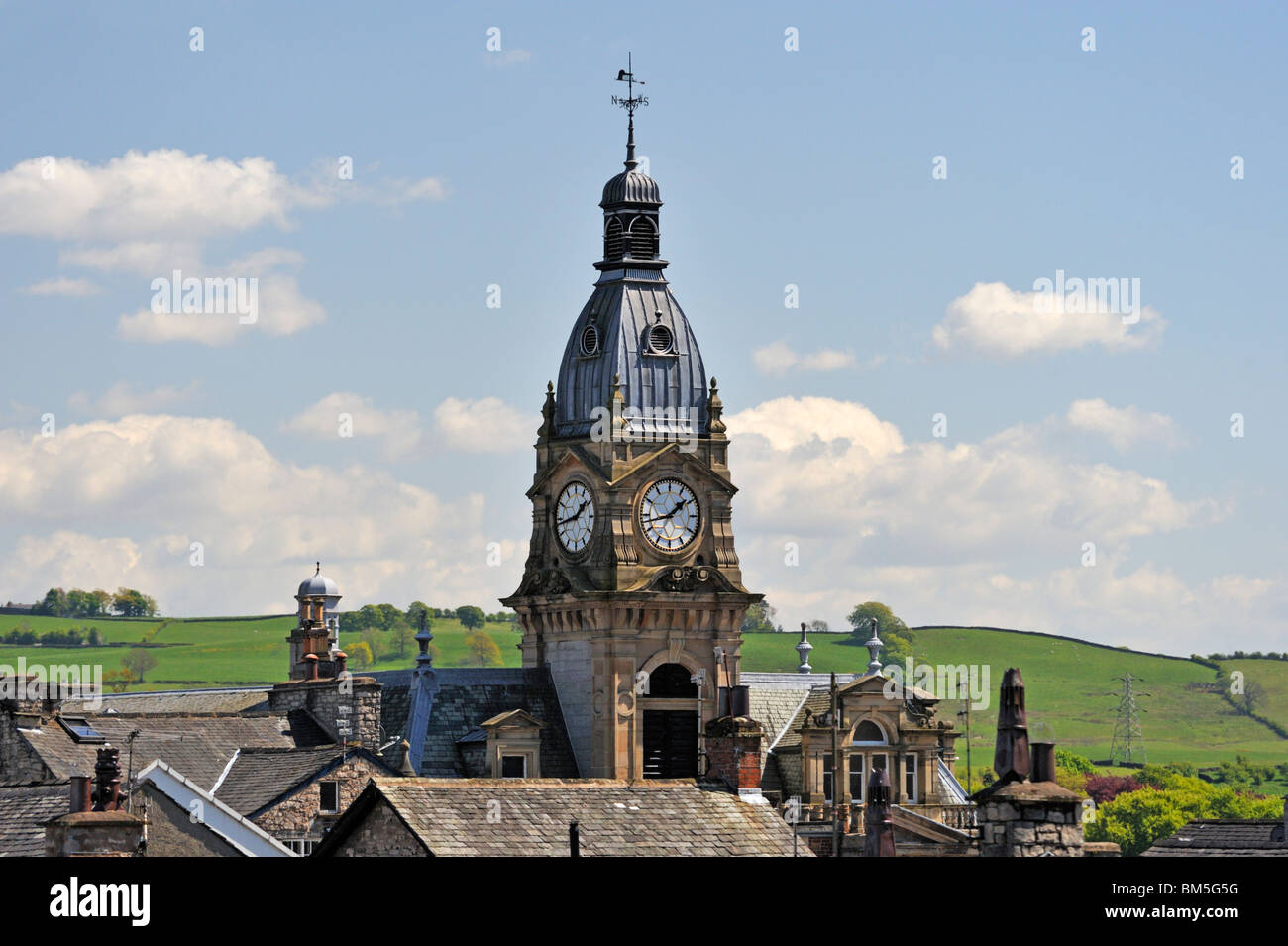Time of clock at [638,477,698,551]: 1:42
